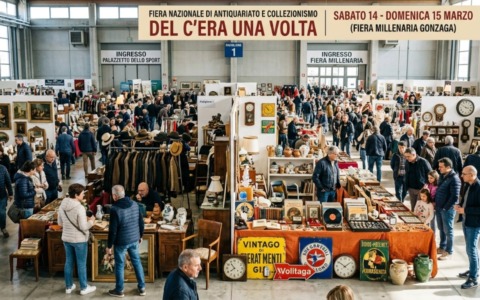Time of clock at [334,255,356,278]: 10:08
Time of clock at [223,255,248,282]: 7:53
